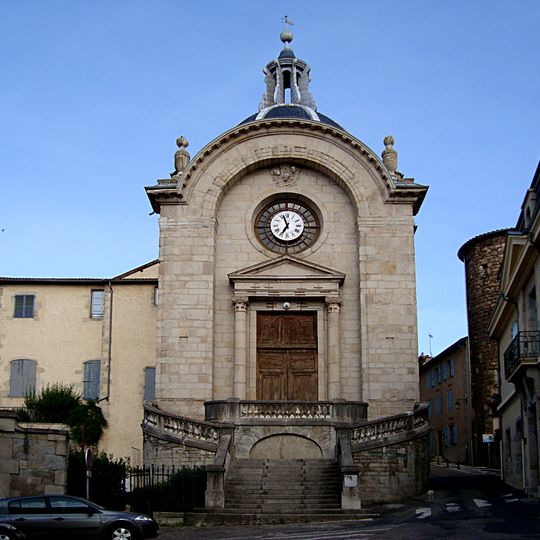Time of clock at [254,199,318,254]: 6:56
